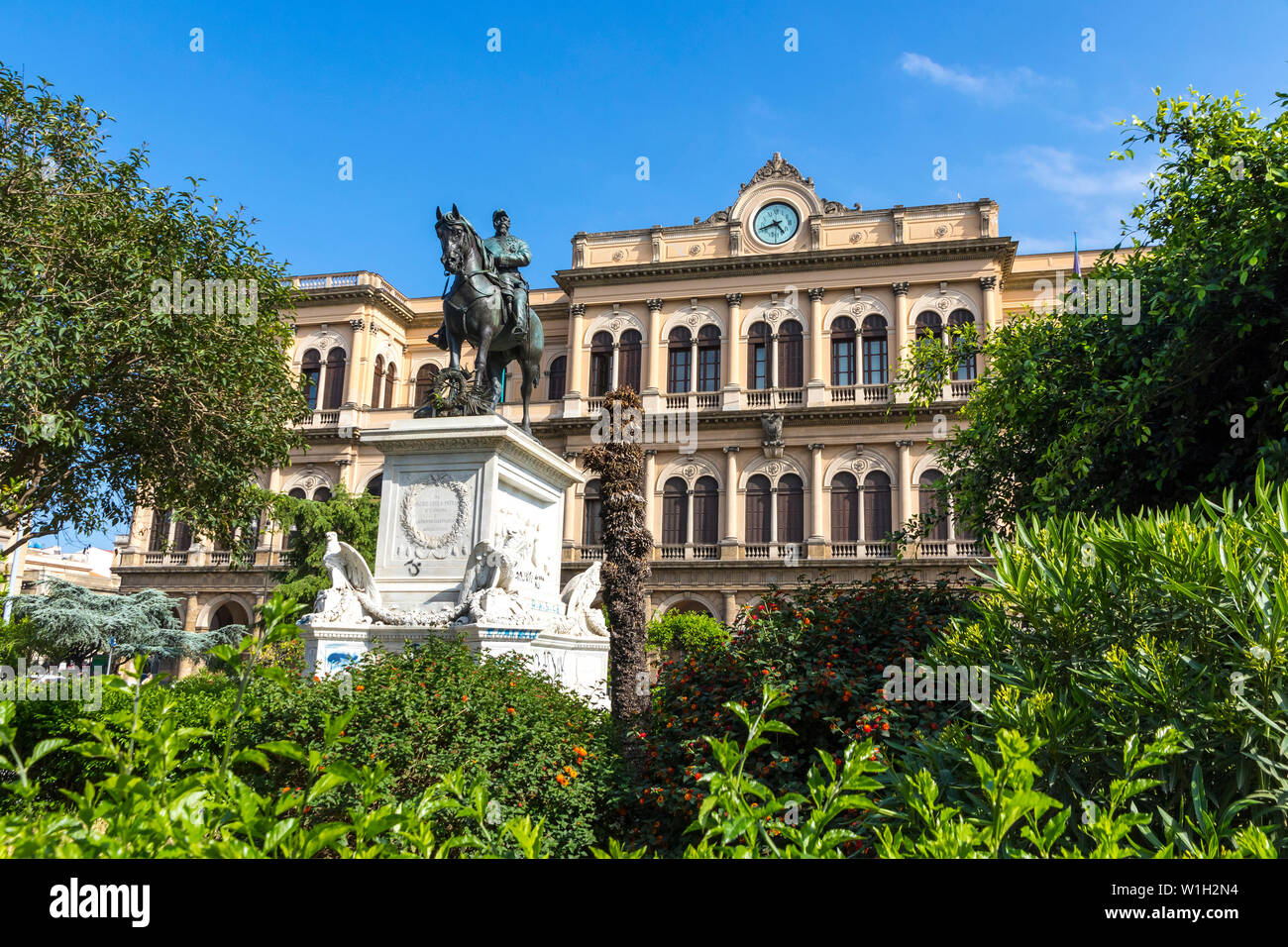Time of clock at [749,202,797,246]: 4:42
